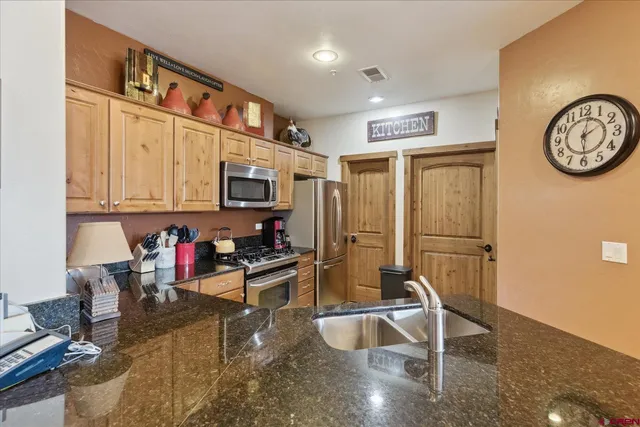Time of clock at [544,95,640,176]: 2:01
